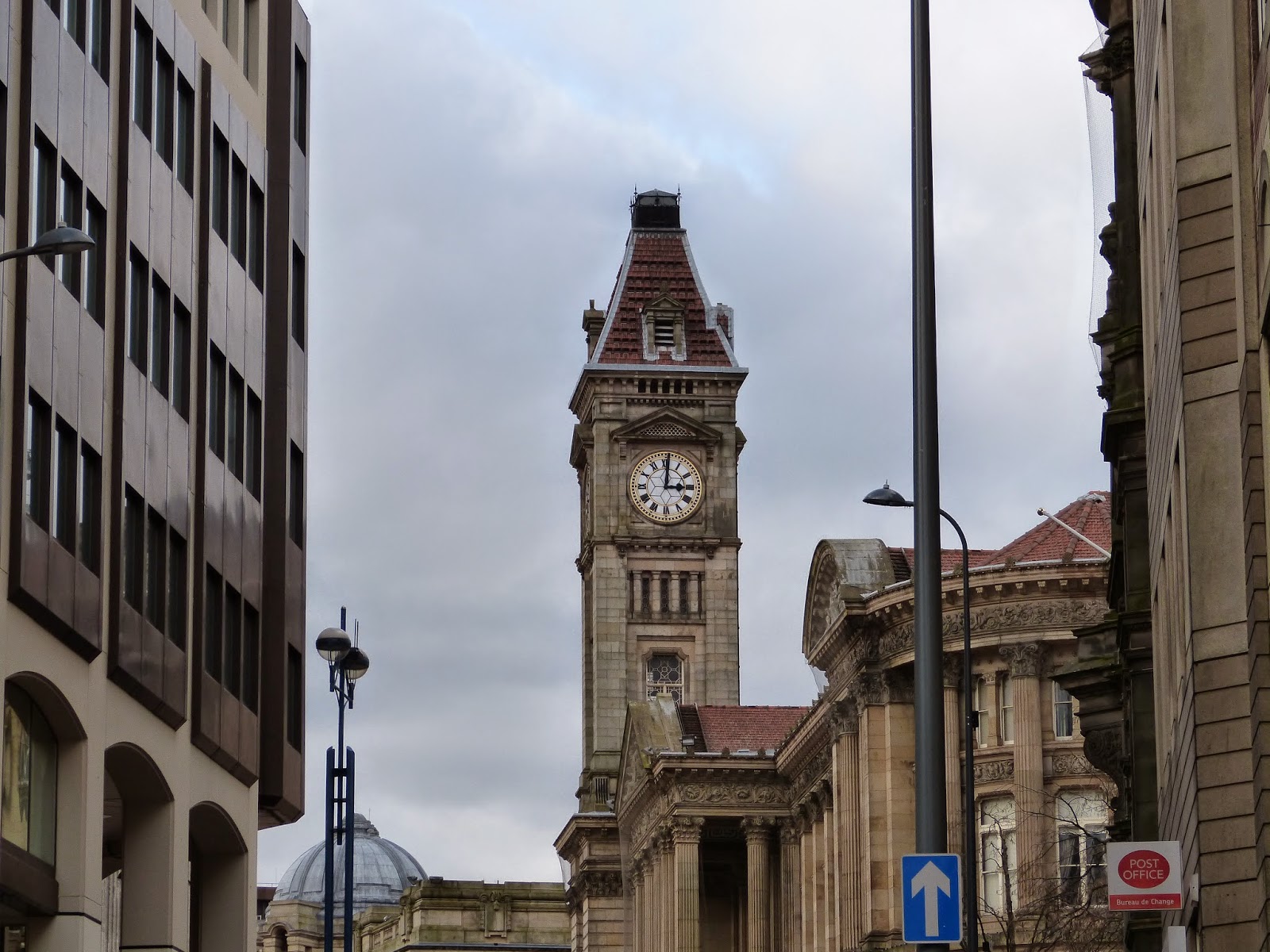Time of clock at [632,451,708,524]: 3:00
